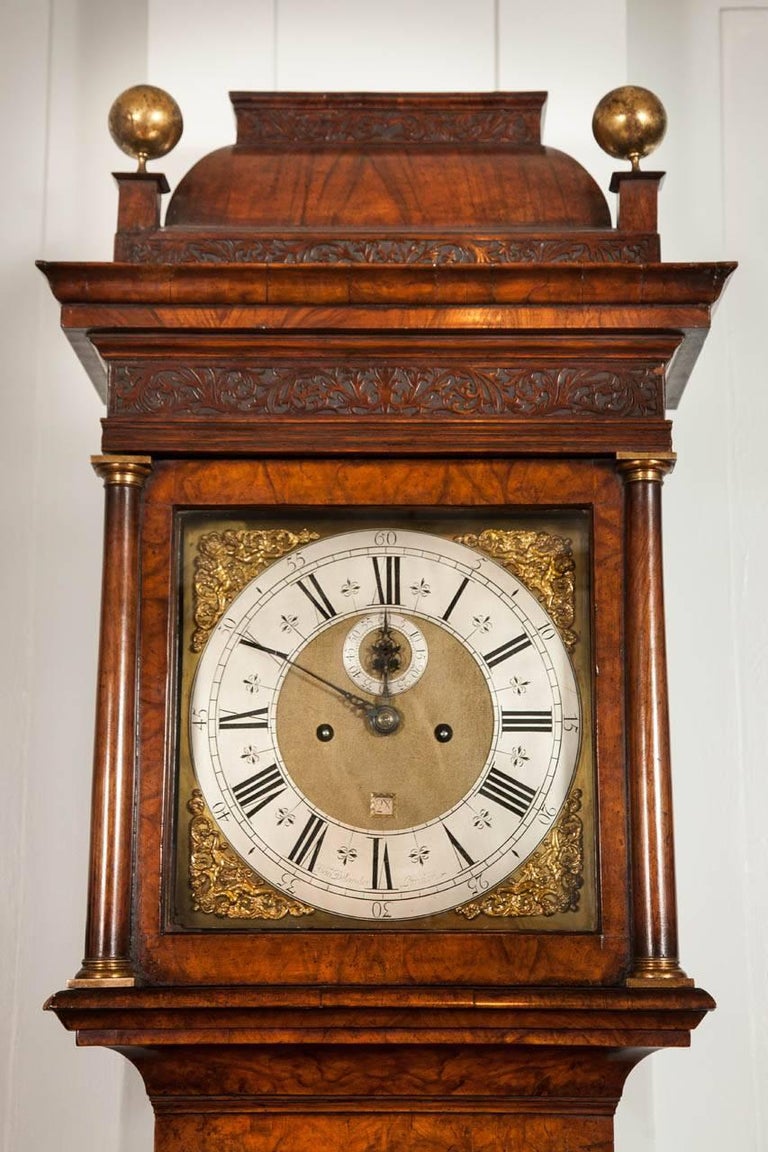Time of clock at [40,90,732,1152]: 10:00
